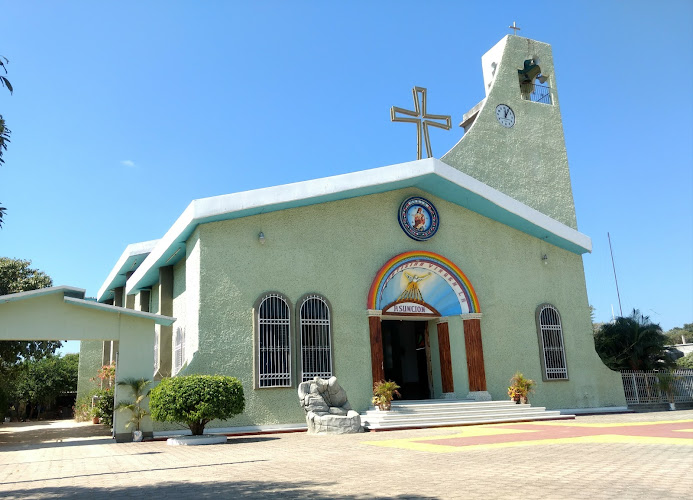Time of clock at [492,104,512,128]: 12:05
